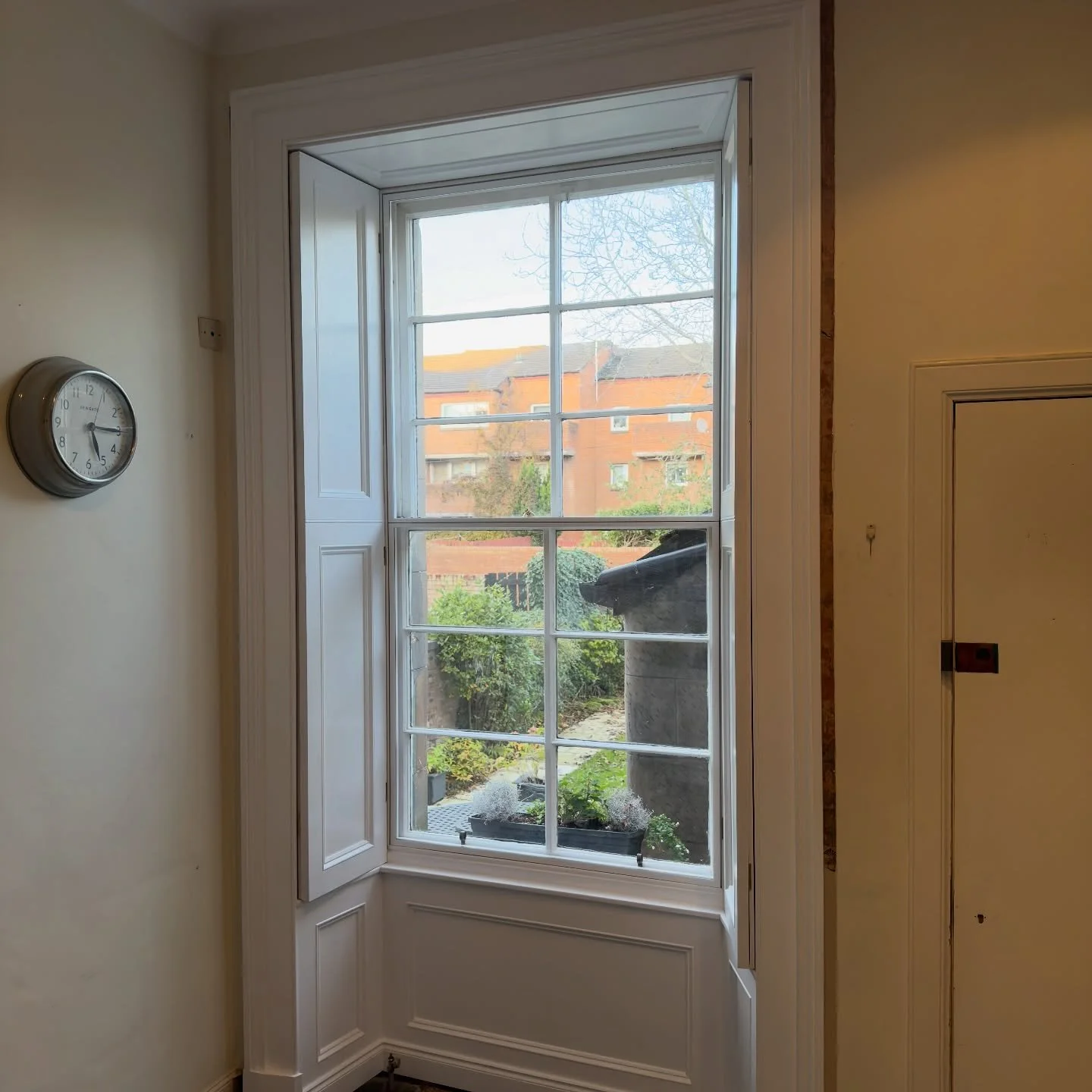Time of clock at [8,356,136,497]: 5:15
